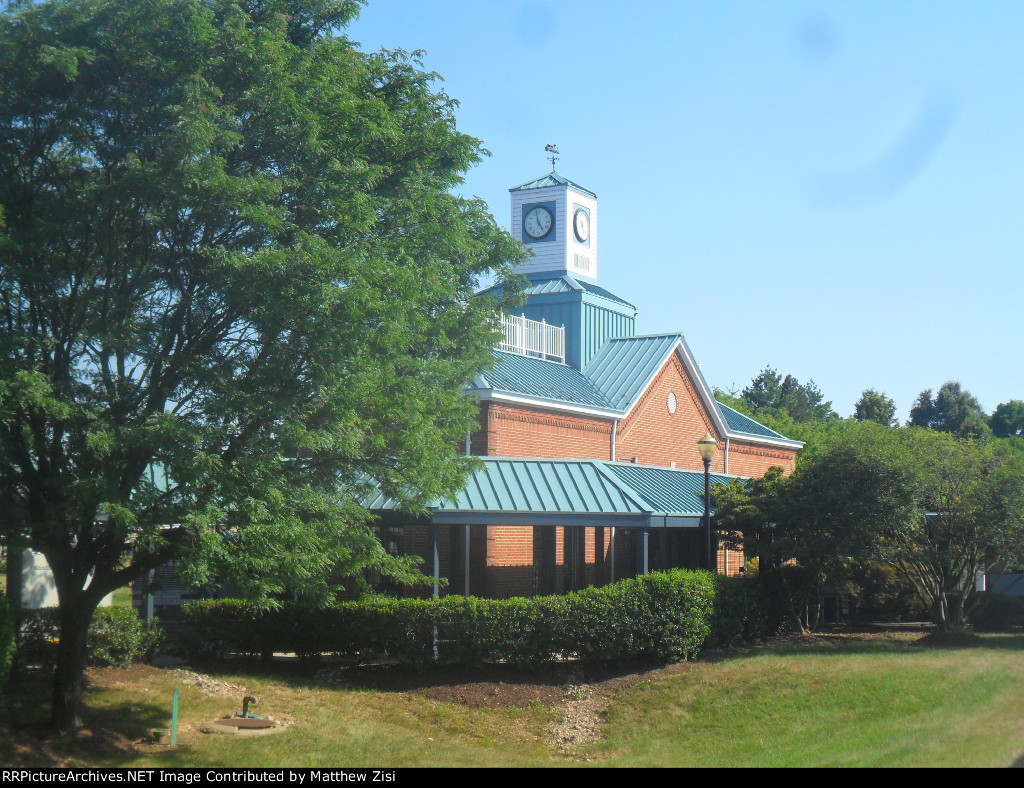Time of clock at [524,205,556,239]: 4:57
